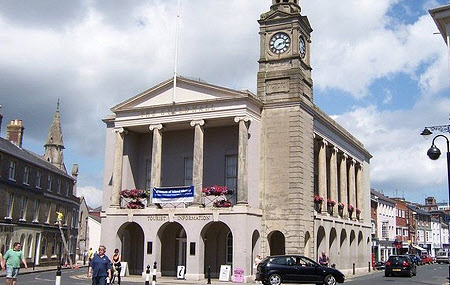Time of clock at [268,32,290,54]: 2:38
